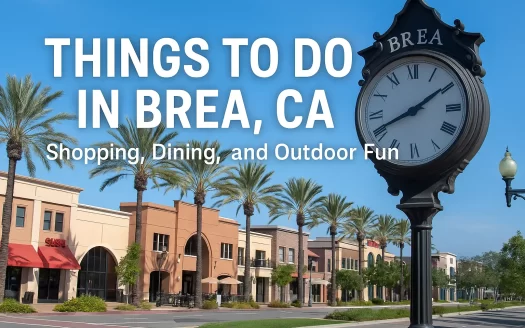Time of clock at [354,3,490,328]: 8:09
